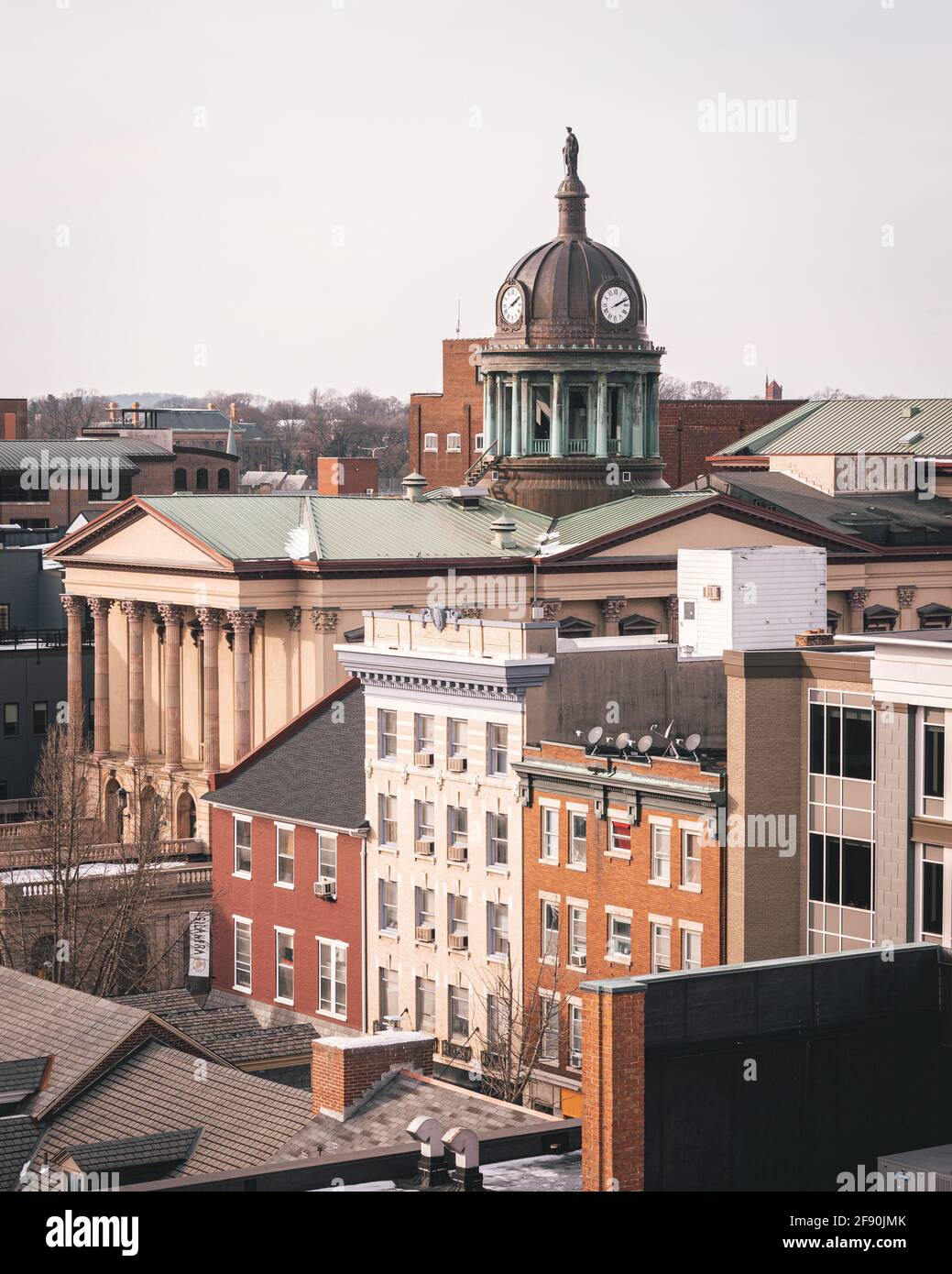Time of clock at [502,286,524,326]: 2:09
